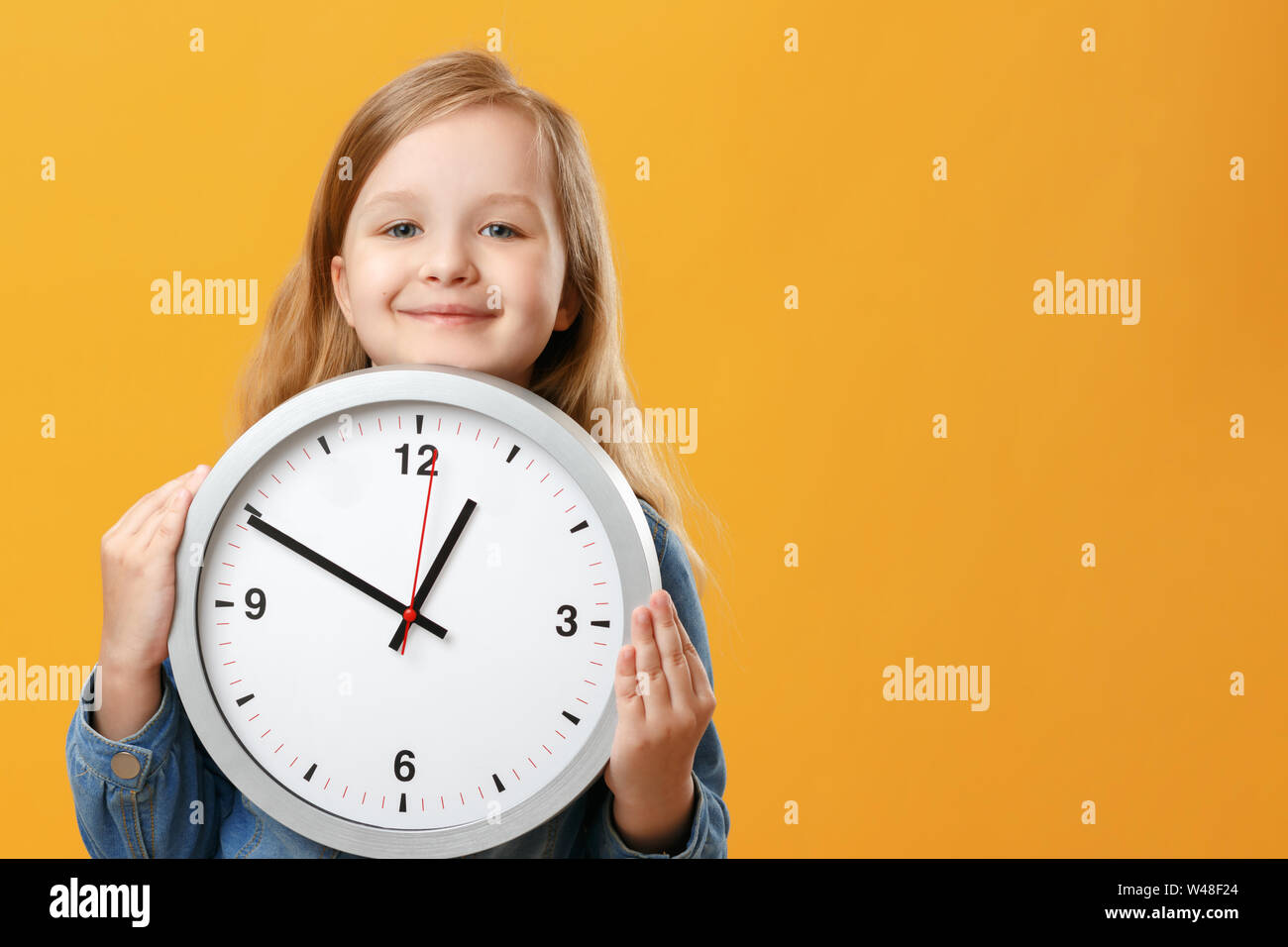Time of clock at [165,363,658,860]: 12:49
